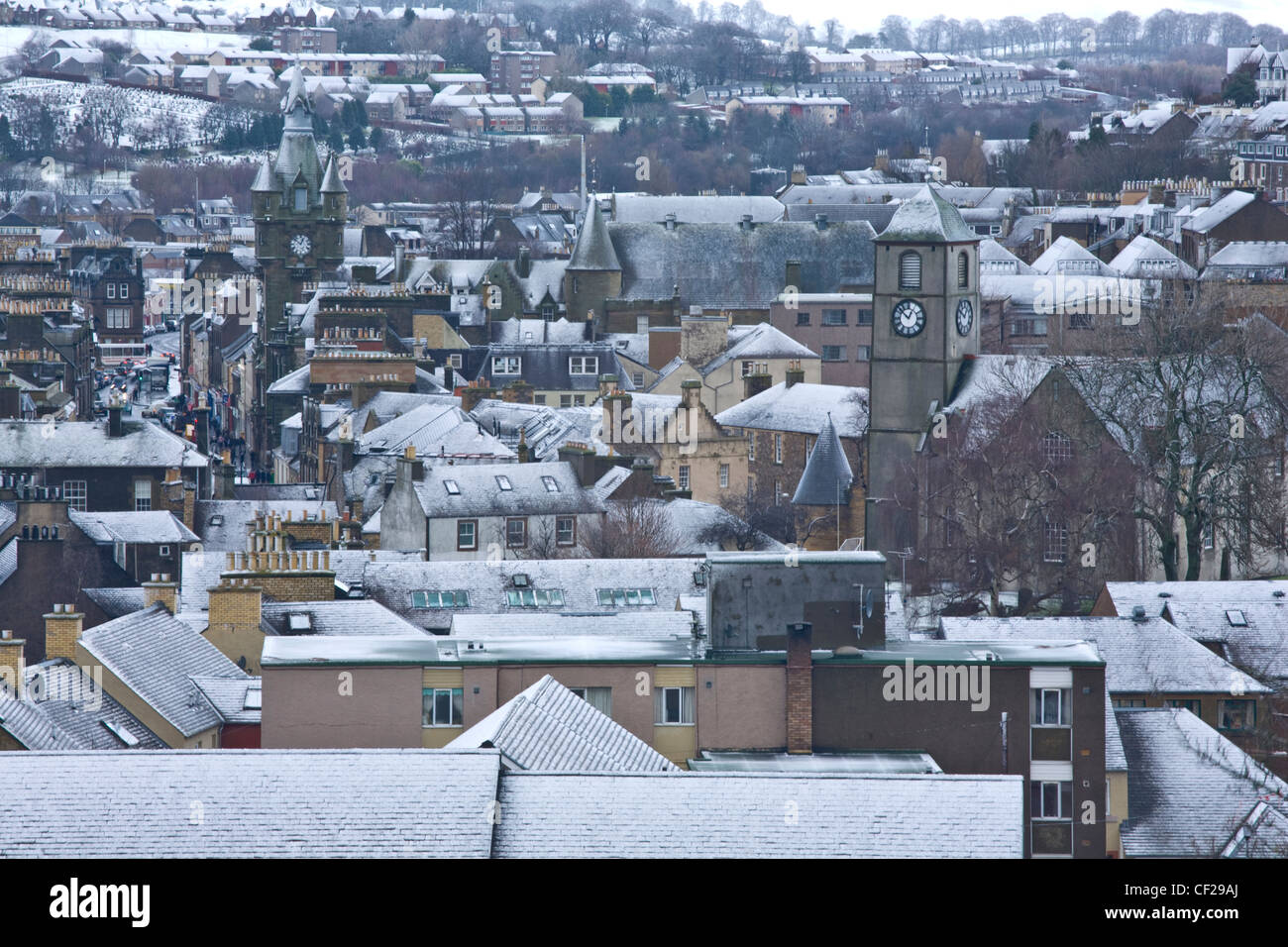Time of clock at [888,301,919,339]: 12:52
